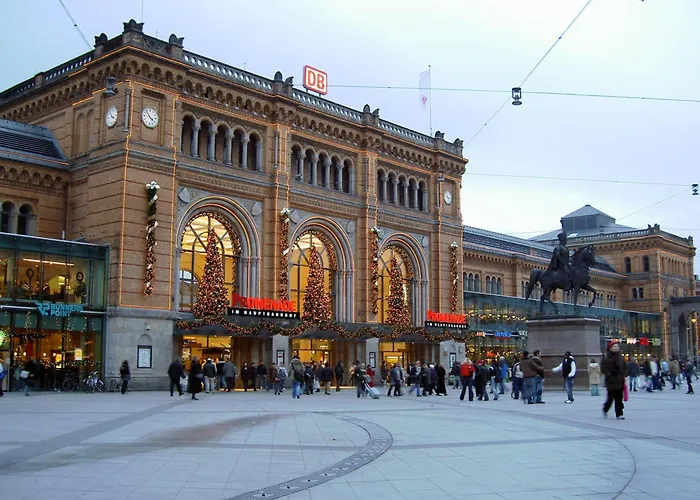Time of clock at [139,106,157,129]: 3:52
